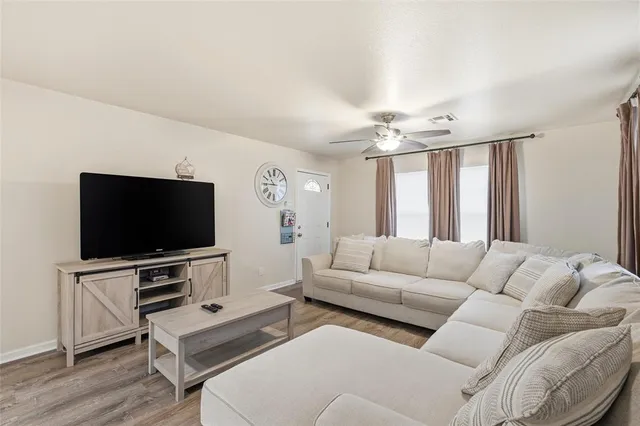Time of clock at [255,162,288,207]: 10:45
